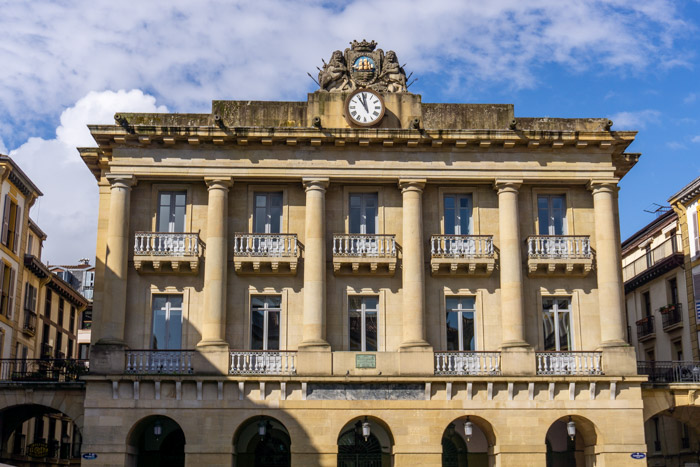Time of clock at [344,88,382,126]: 10:58
